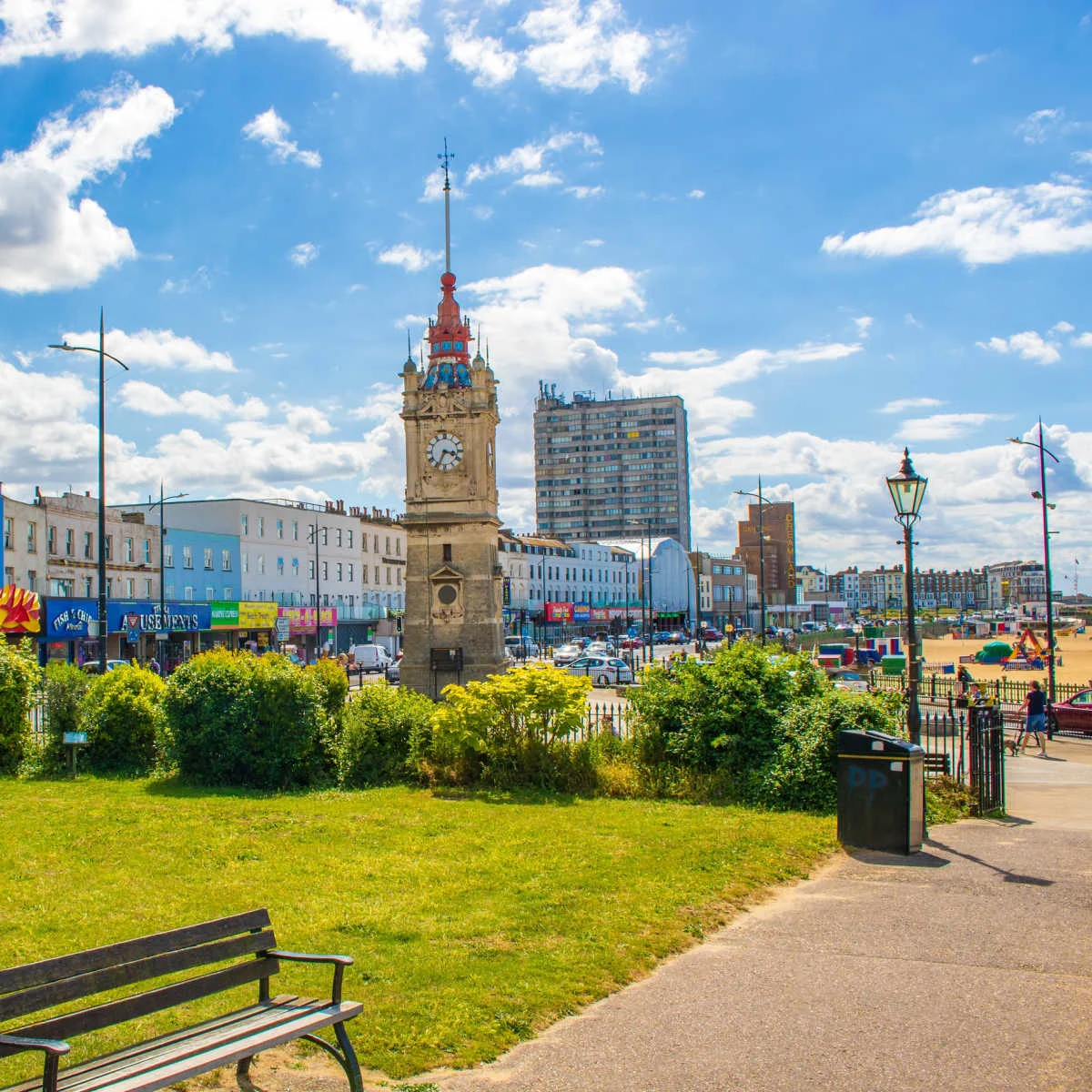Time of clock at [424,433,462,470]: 3:34
